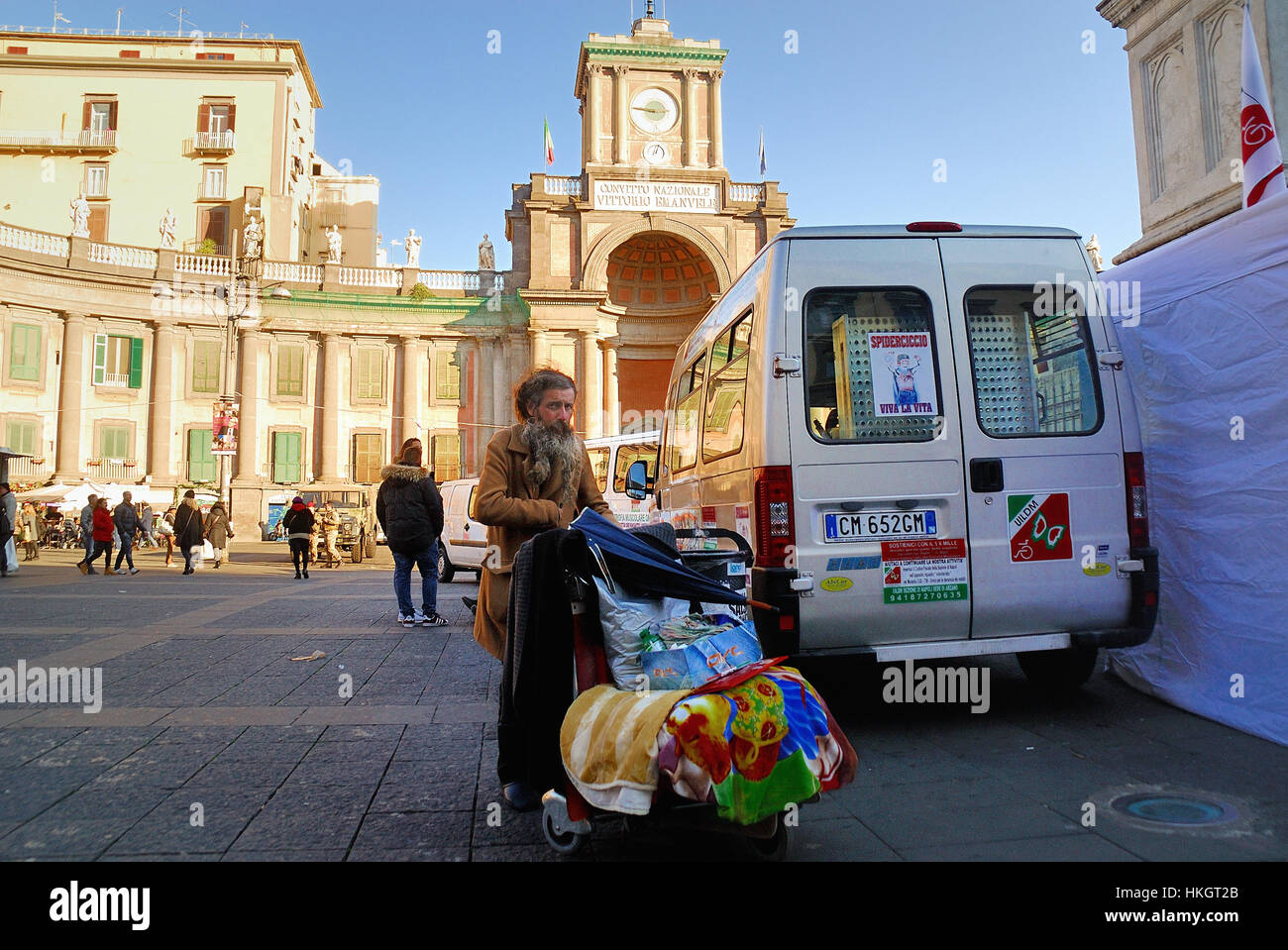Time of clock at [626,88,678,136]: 2:46
